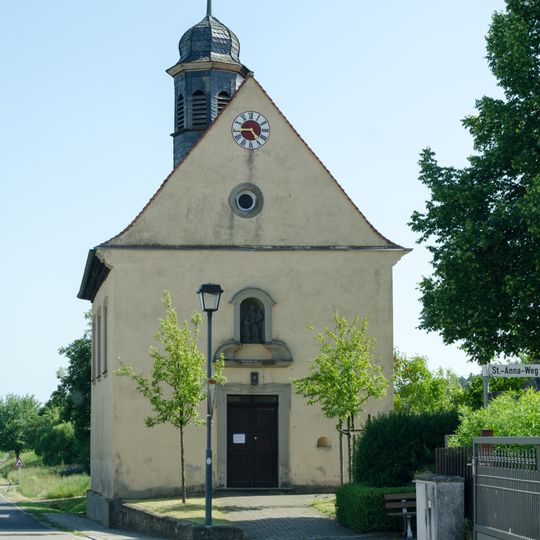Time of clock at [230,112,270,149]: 4:44
